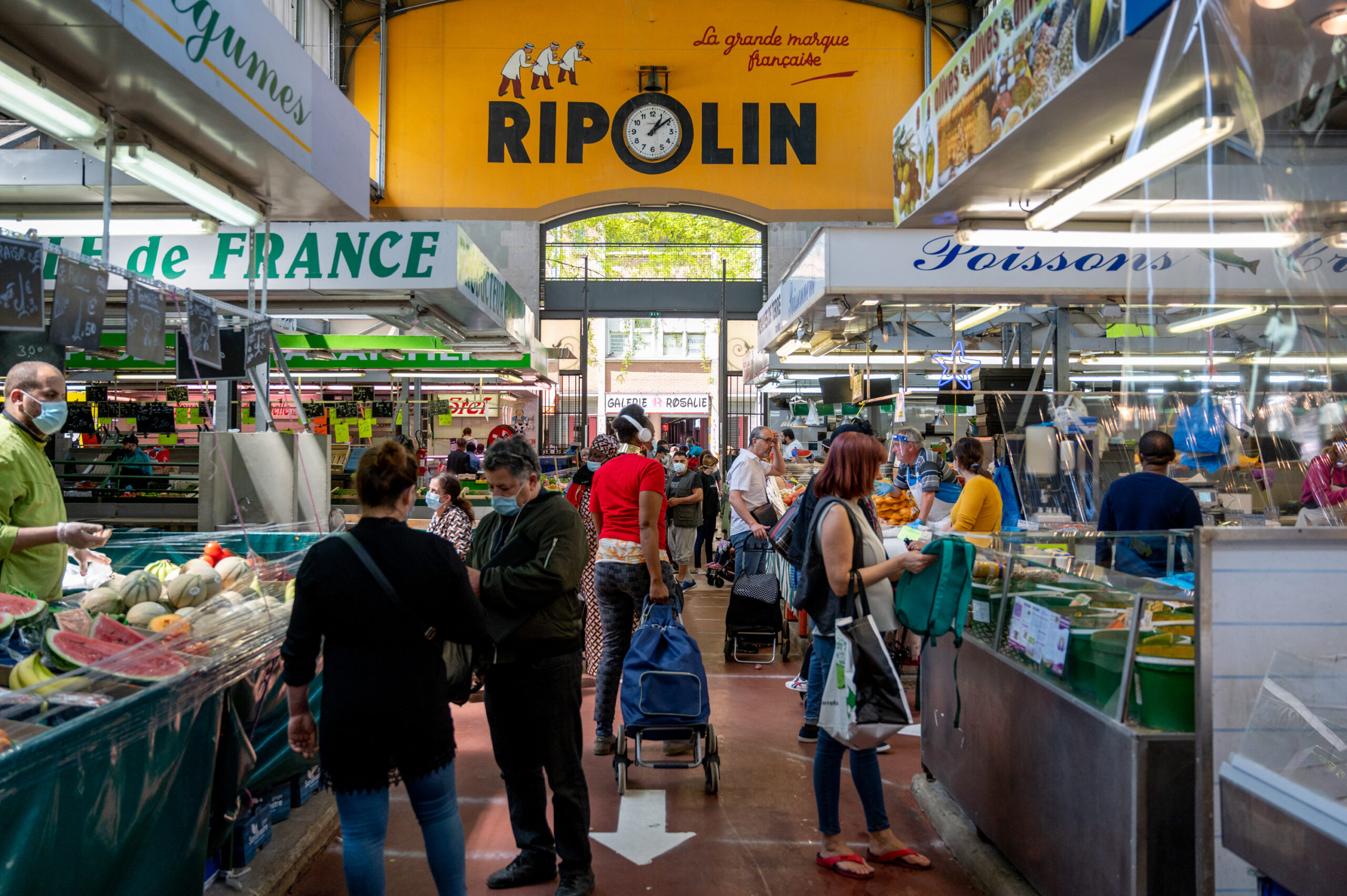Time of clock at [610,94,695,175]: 1:08
